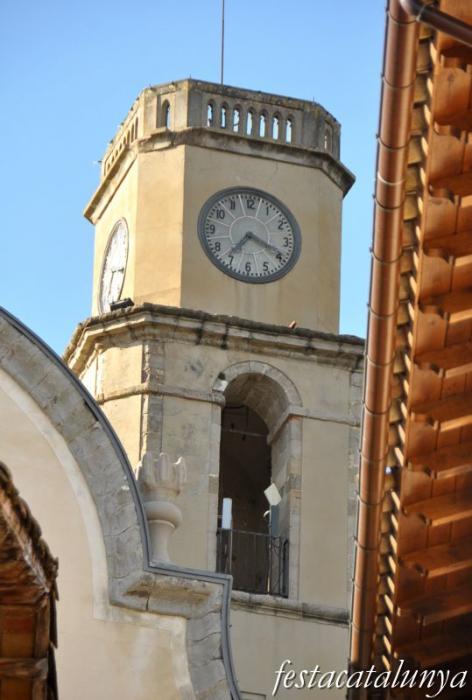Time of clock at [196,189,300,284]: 7:18
